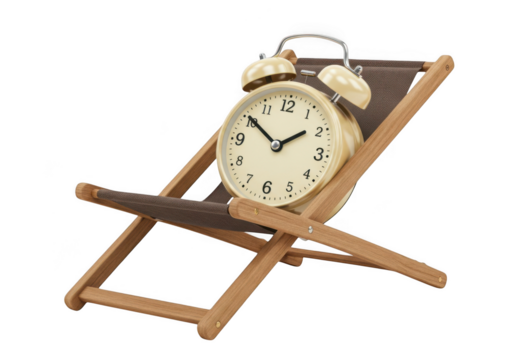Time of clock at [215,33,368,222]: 1:50
